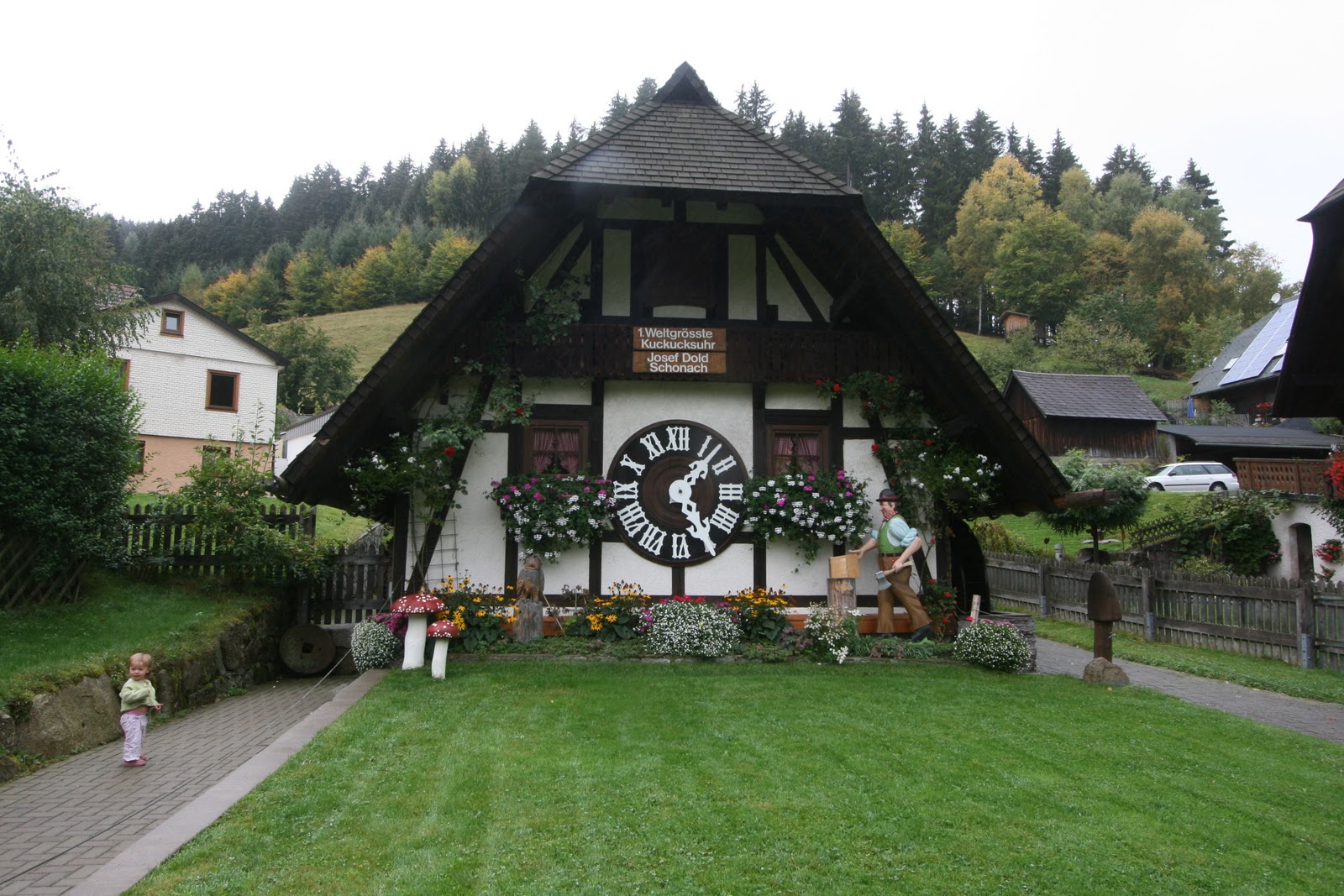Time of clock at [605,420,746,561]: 1:24
